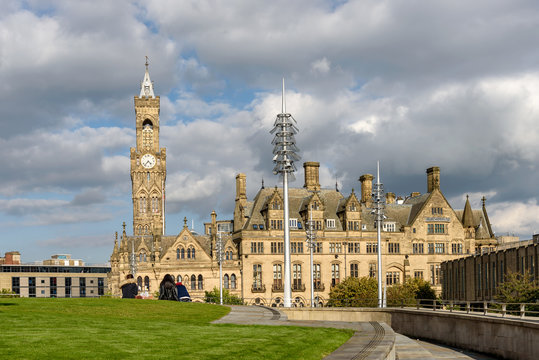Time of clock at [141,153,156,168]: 4:36
